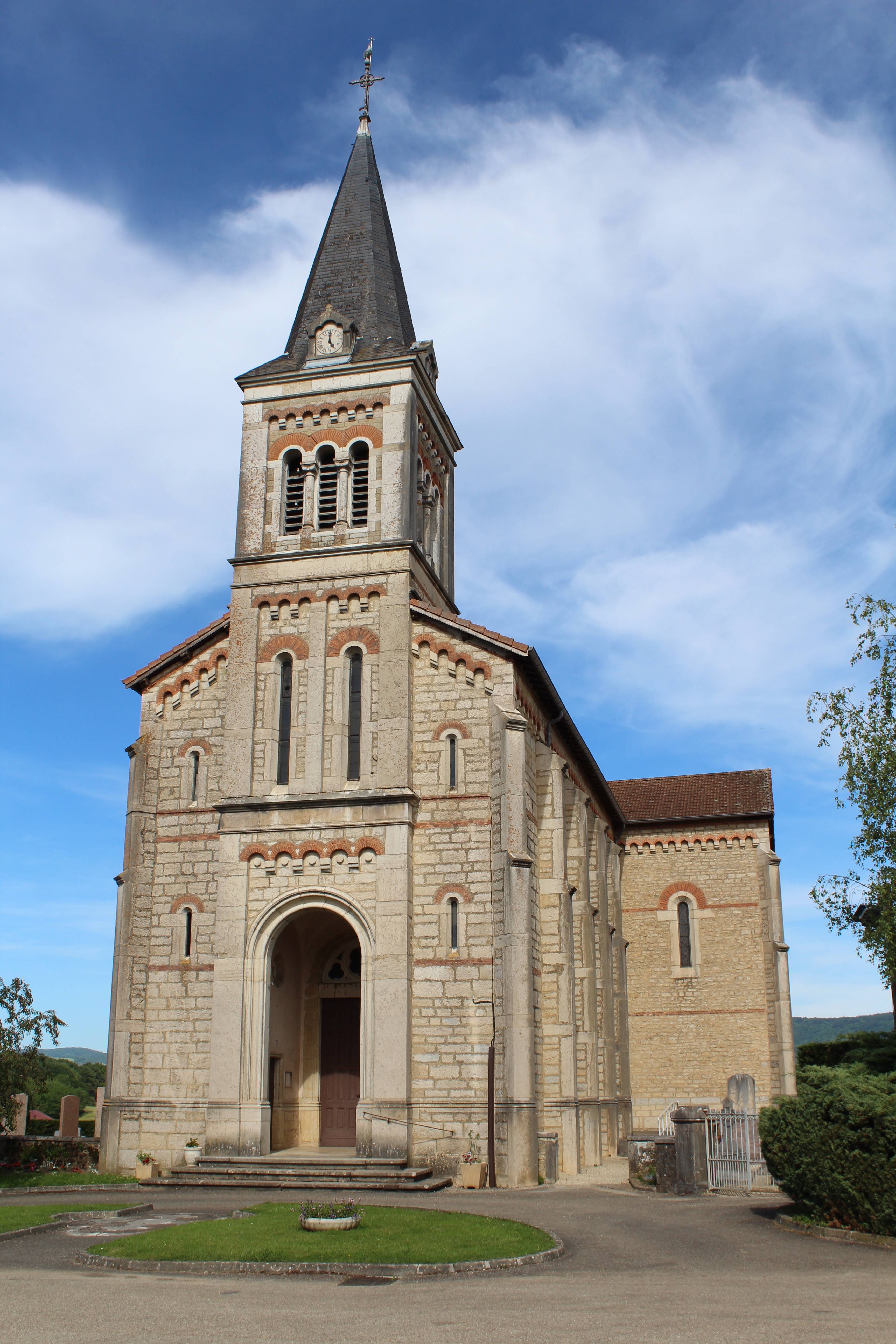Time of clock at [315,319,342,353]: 5:00
